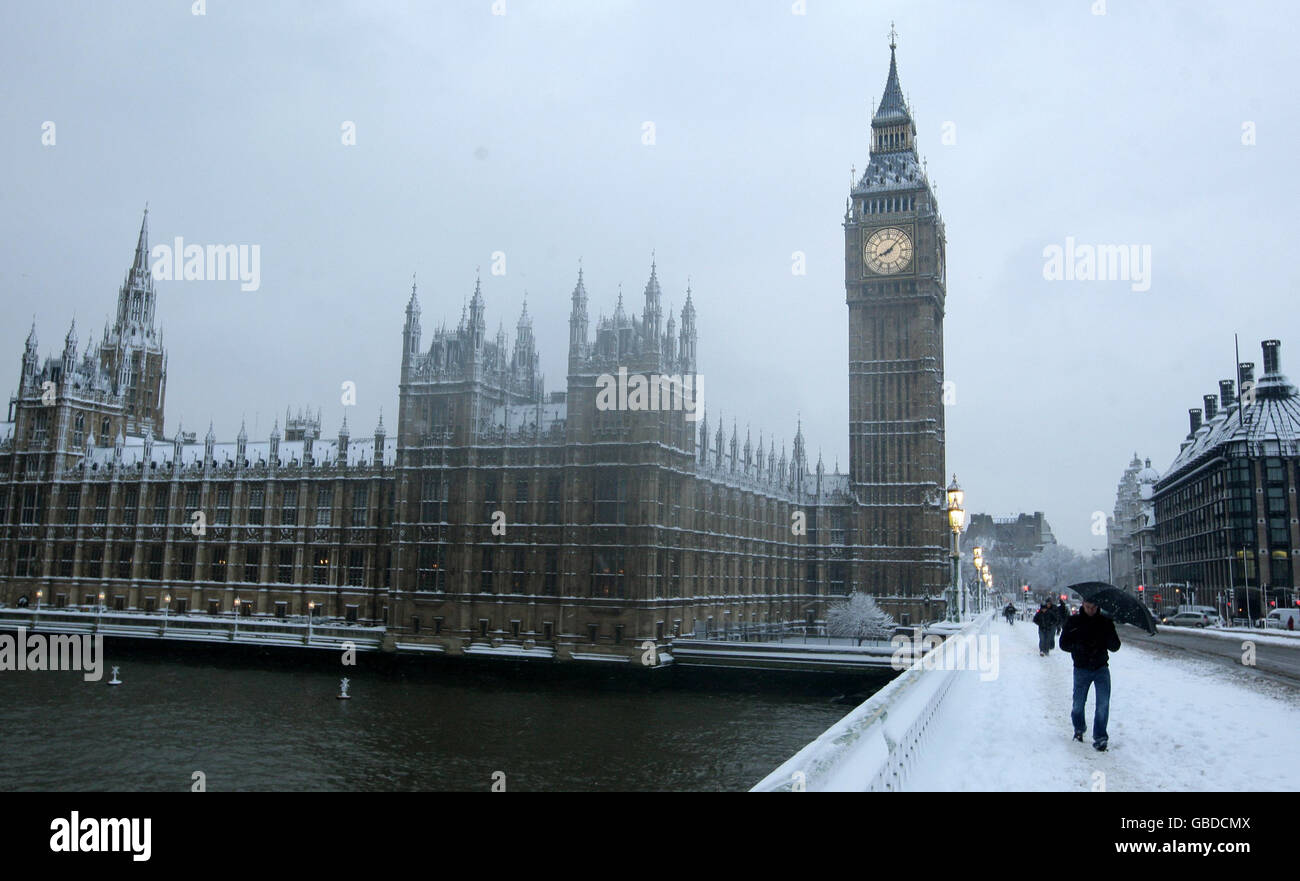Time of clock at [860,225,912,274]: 8:07
